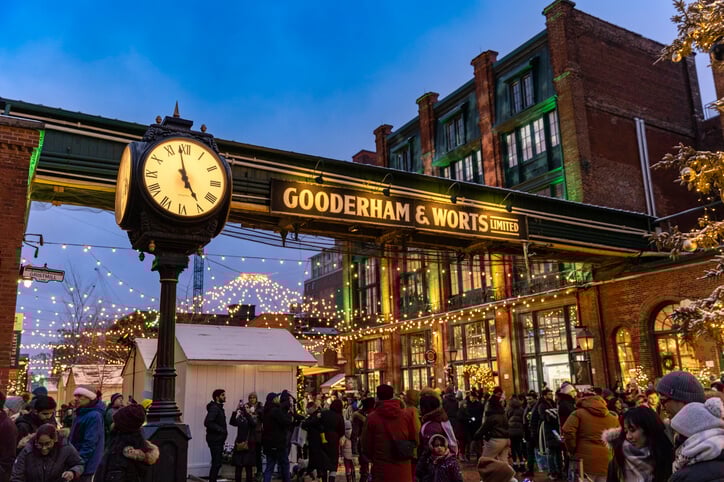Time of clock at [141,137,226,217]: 4:58
